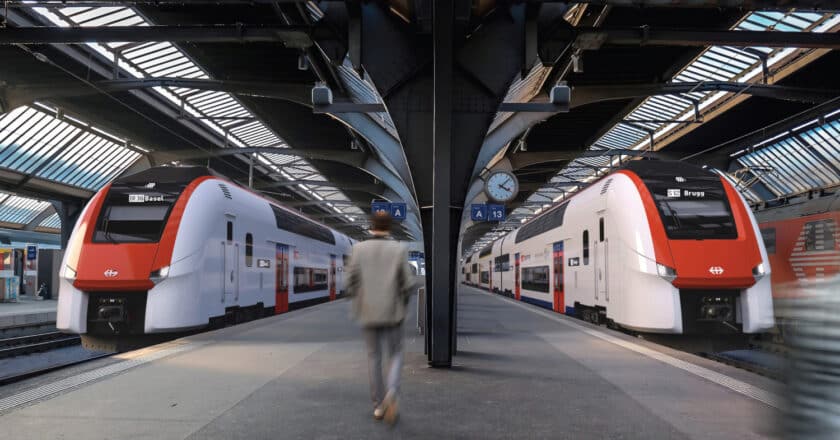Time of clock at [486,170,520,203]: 4:07
